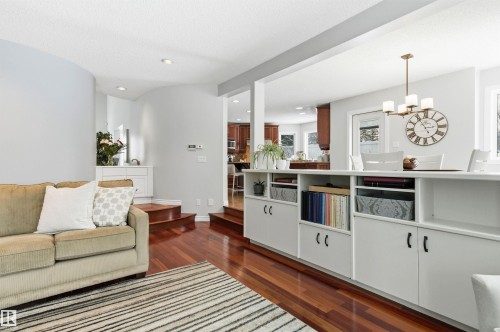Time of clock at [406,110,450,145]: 2:54
